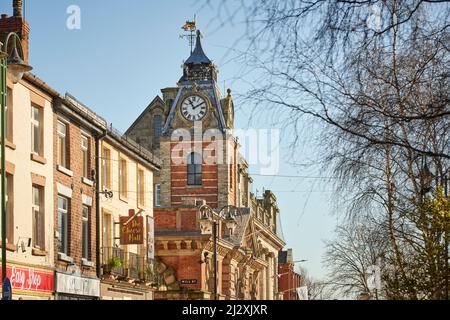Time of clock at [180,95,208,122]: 11:09
